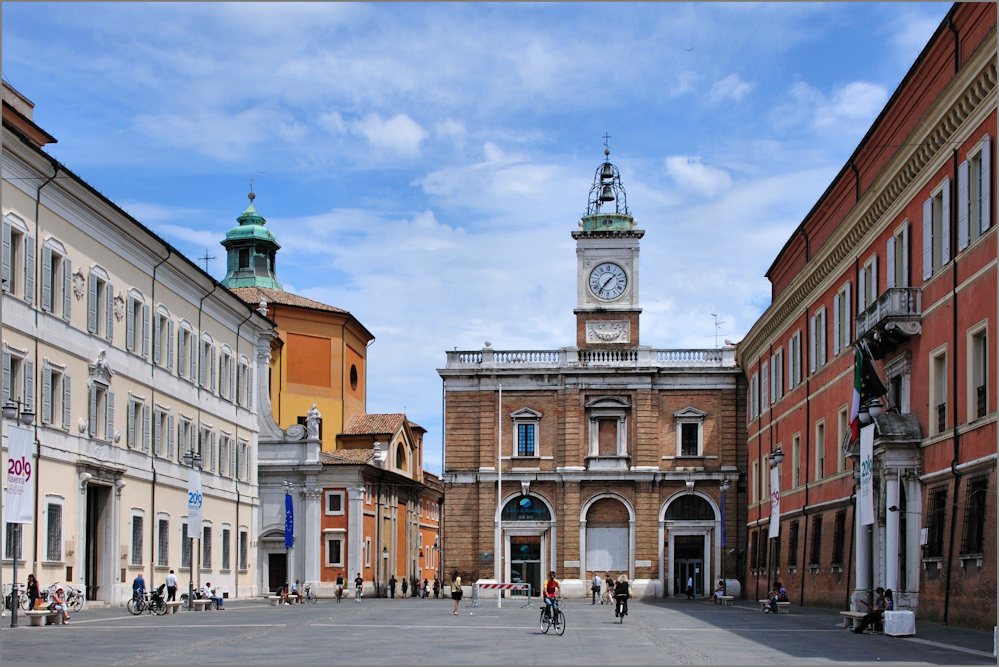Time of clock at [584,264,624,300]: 1:36
